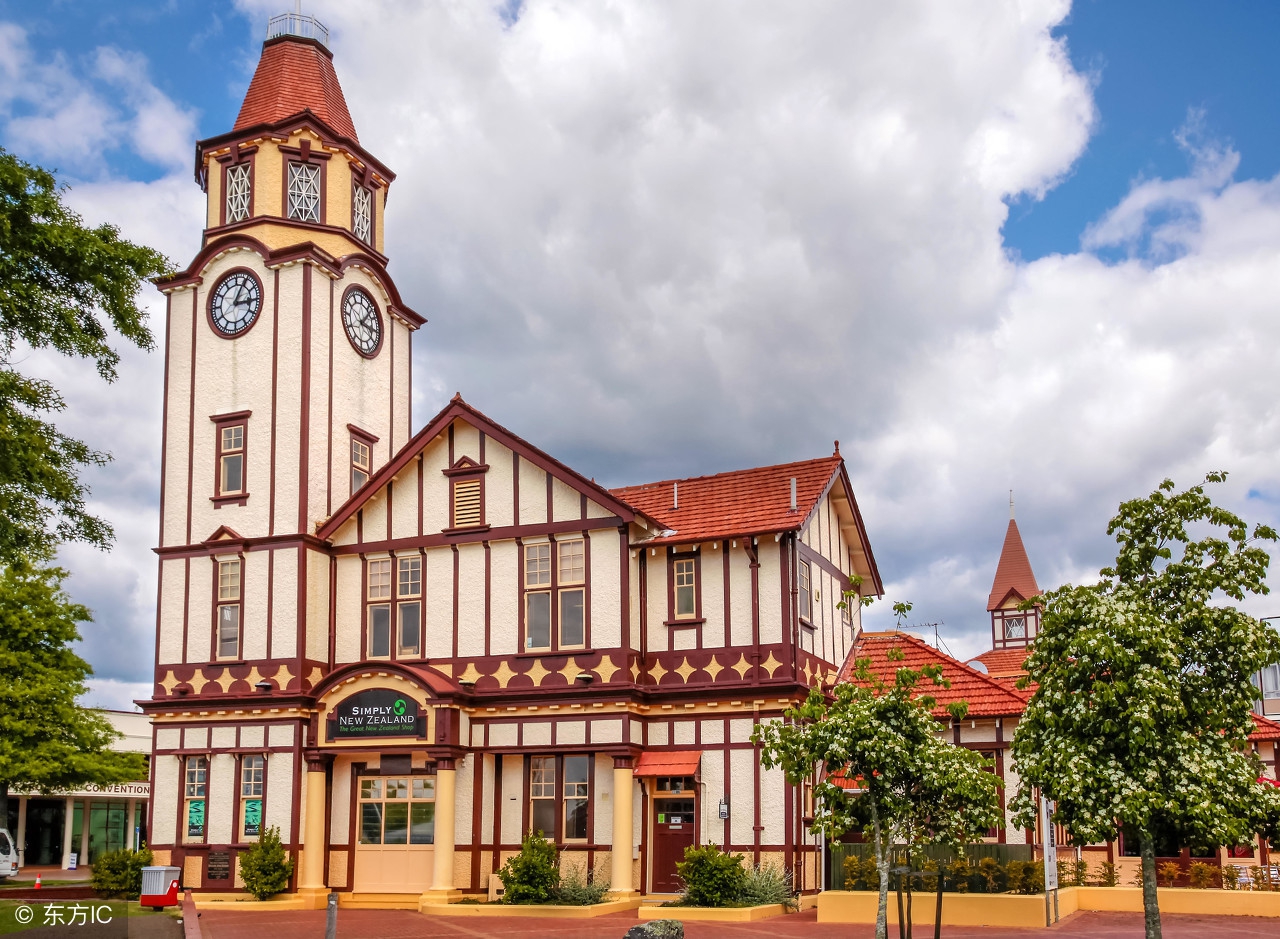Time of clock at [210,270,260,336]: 3:04
